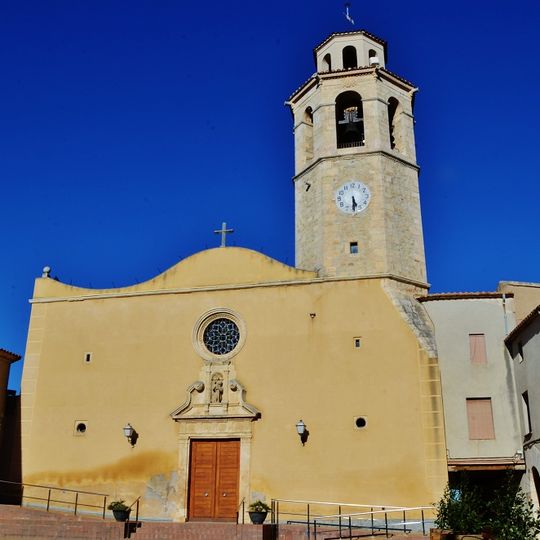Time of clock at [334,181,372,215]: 5:30
